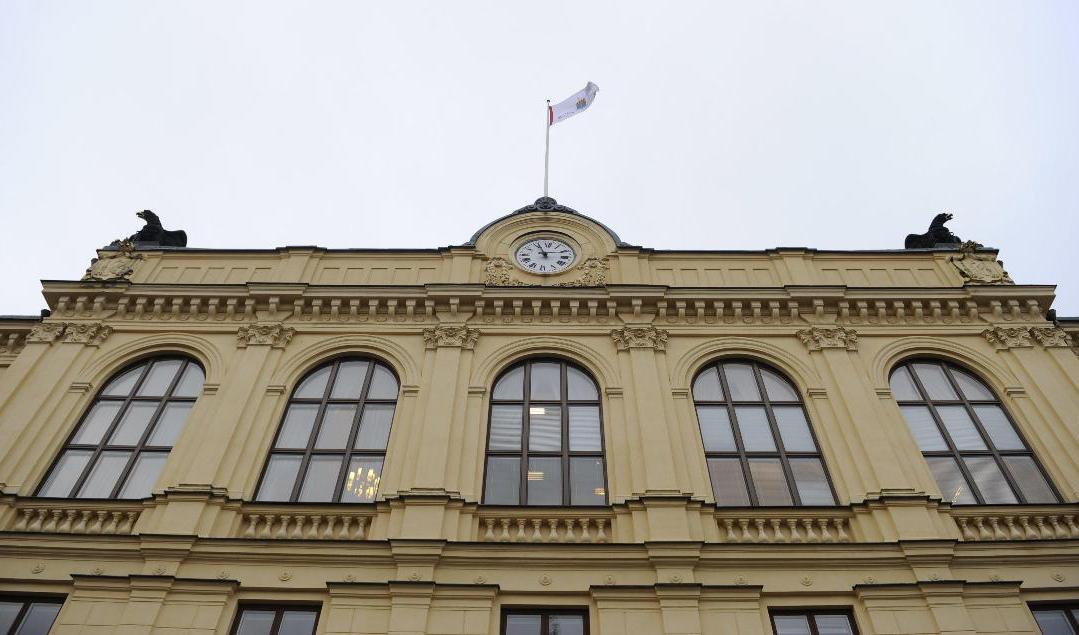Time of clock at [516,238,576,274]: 10:56
